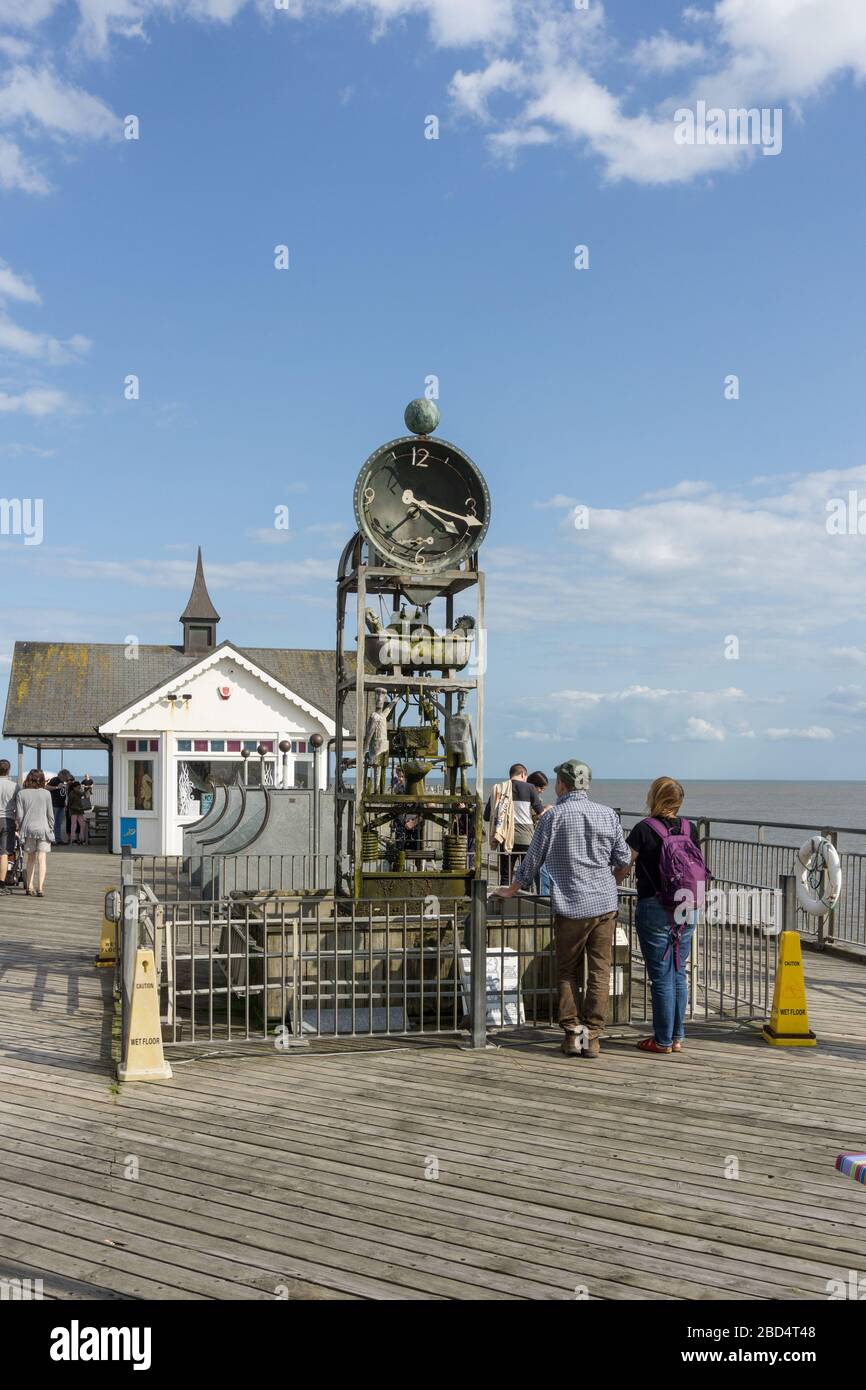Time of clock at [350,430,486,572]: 4:17
